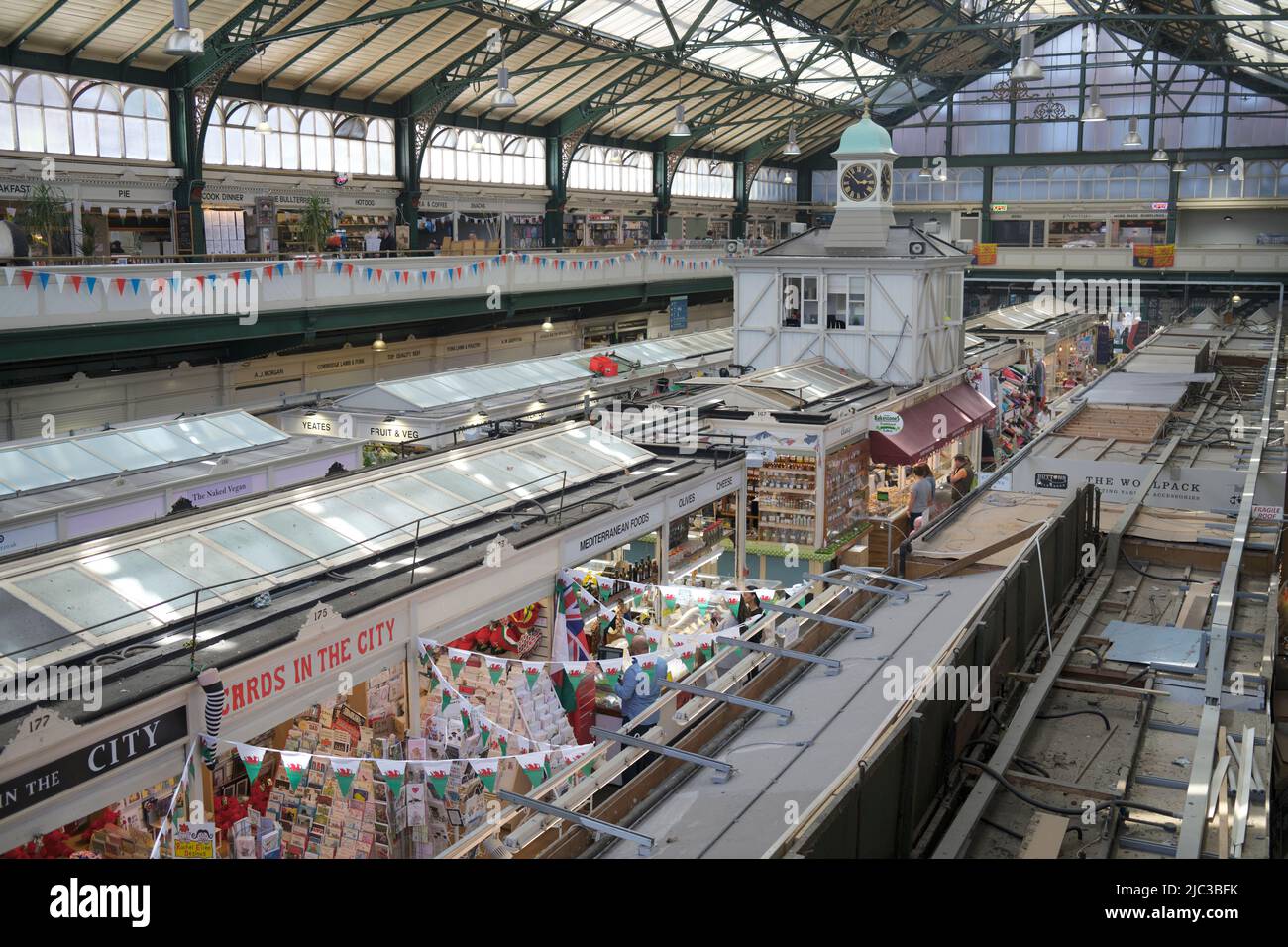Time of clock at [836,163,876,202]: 2:52
